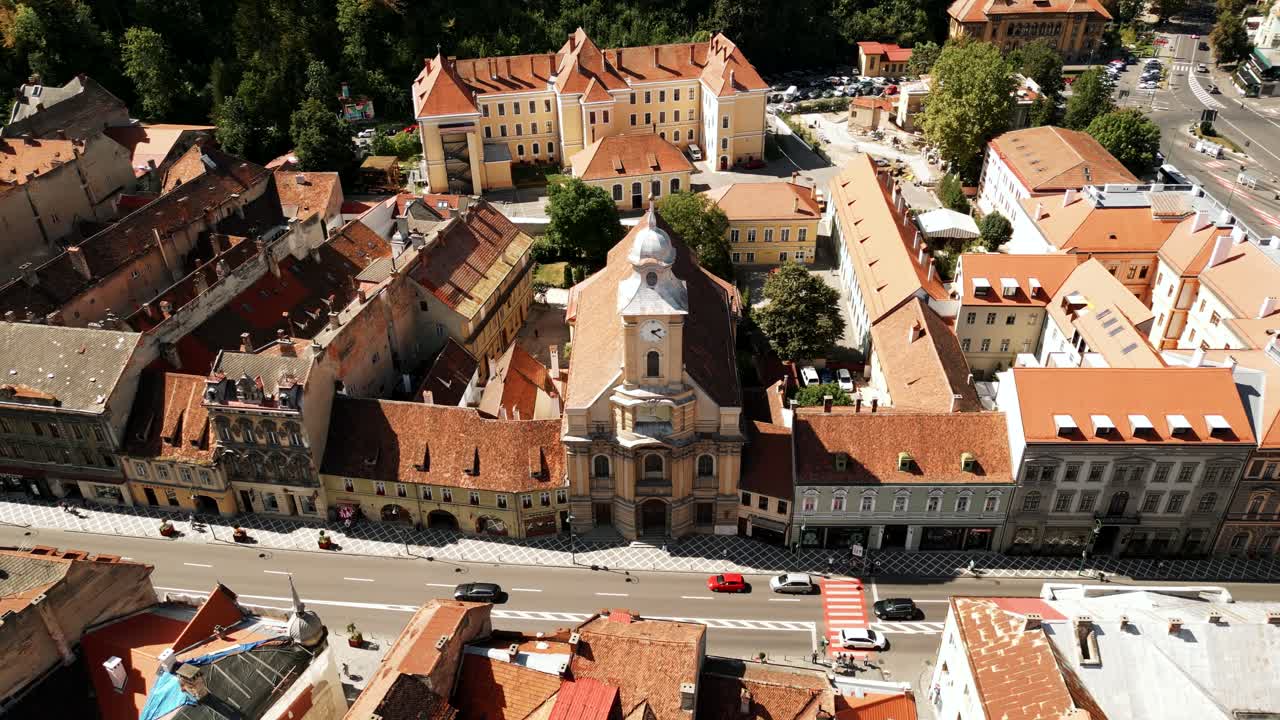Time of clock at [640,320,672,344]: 2:21
